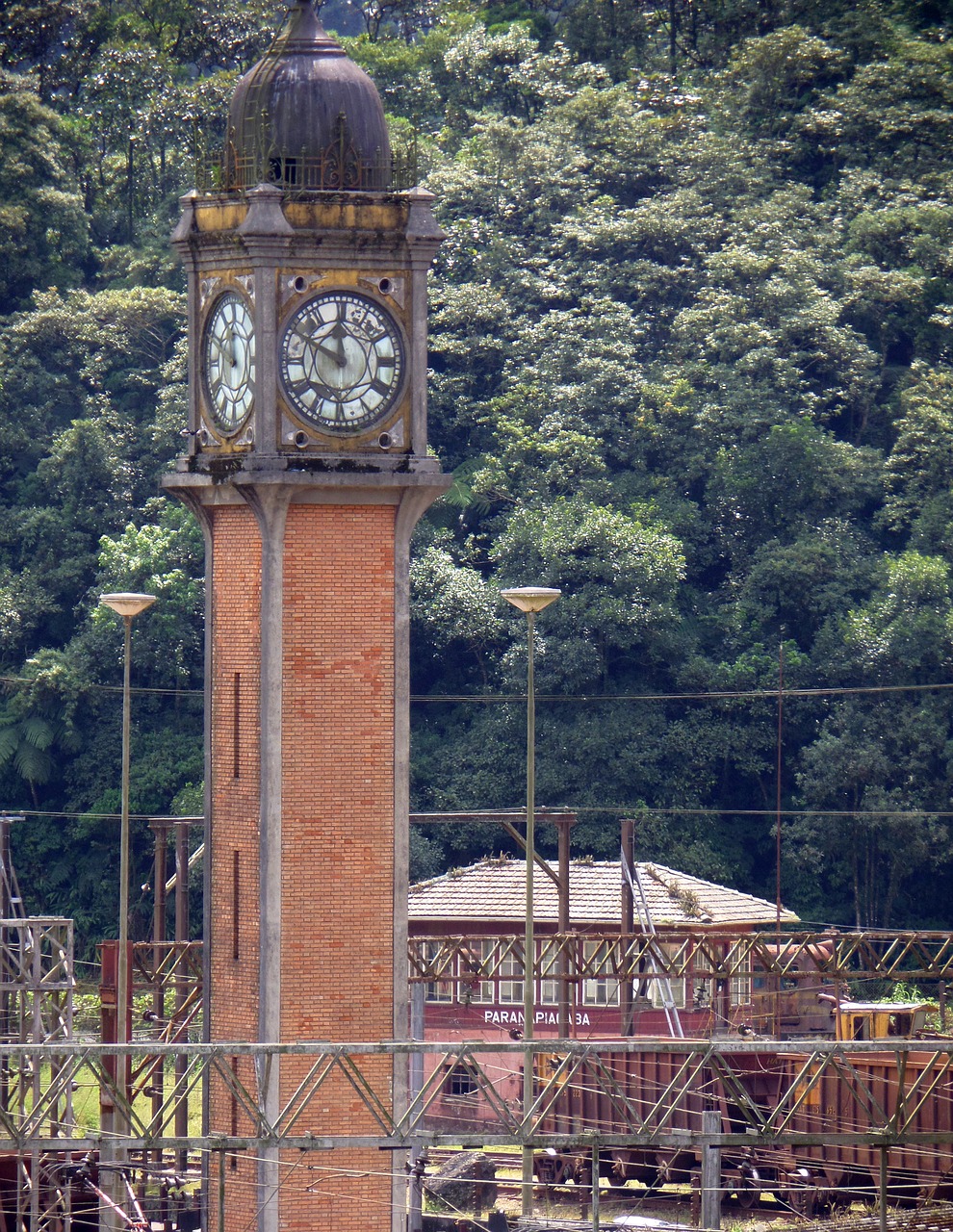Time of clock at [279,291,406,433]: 11:49
